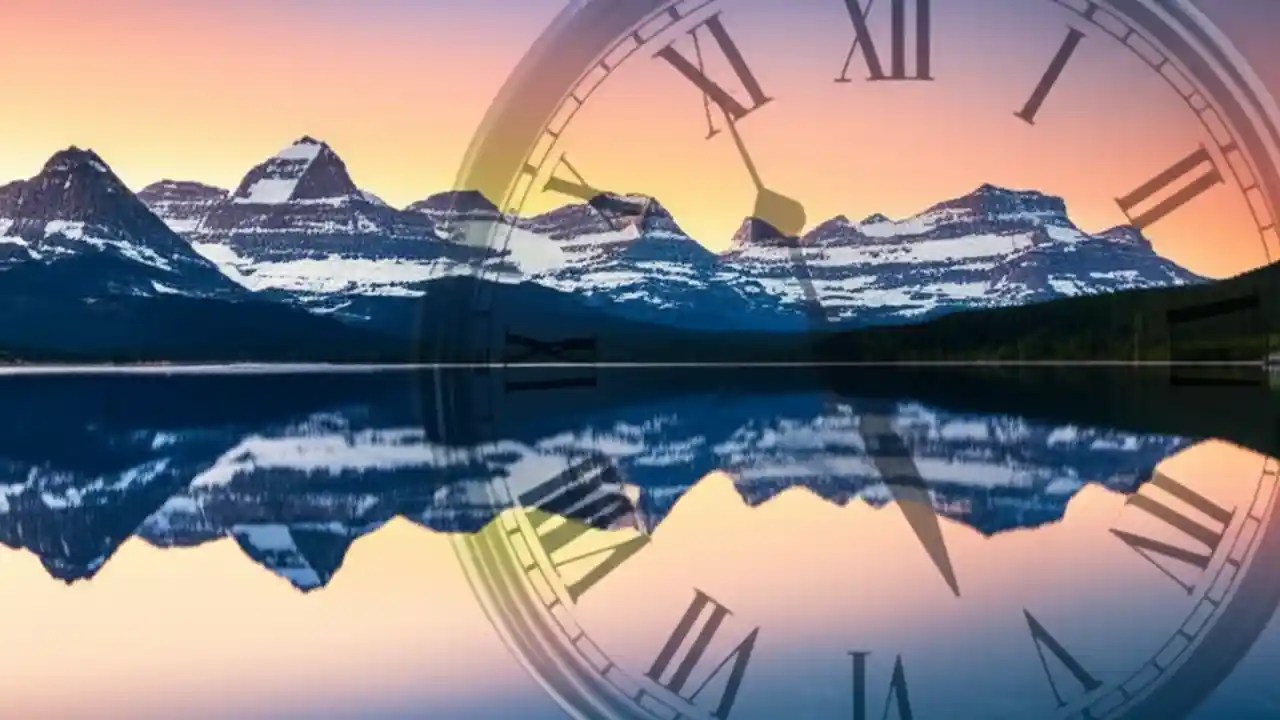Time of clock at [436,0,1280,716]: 2:26
